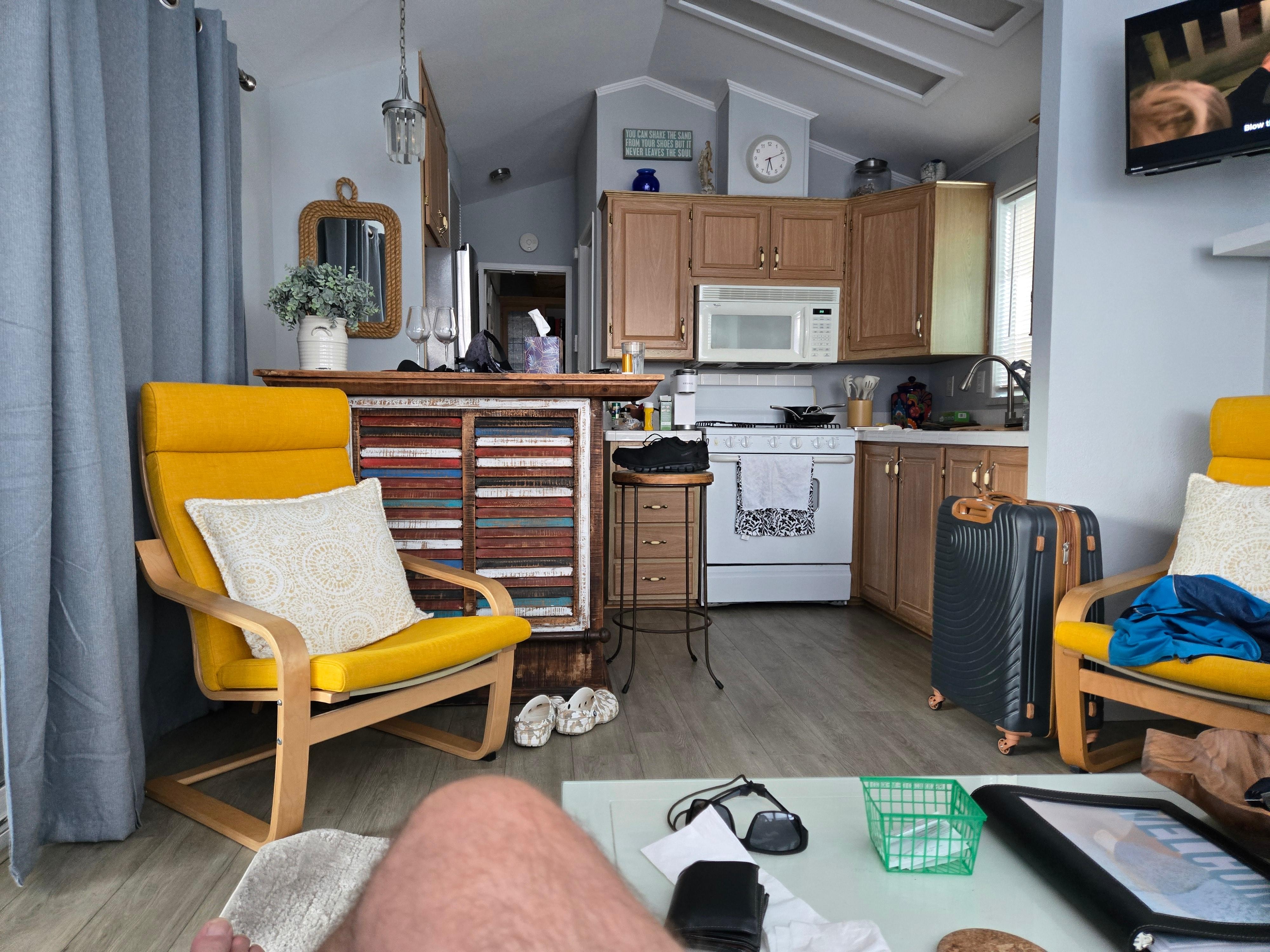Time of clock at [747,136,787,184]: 5:31
